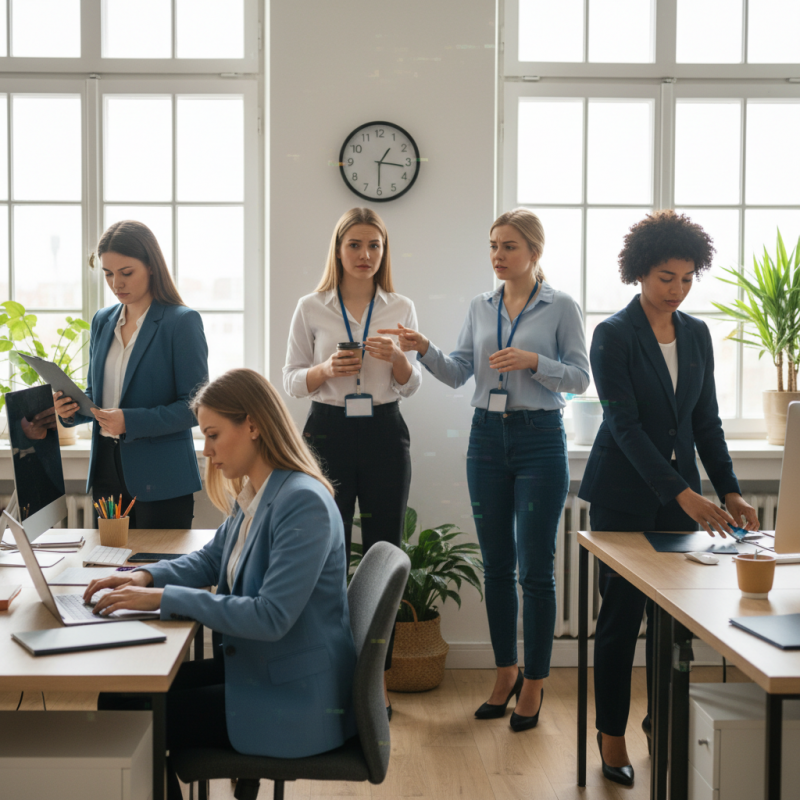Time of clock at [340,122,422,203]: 1:16
